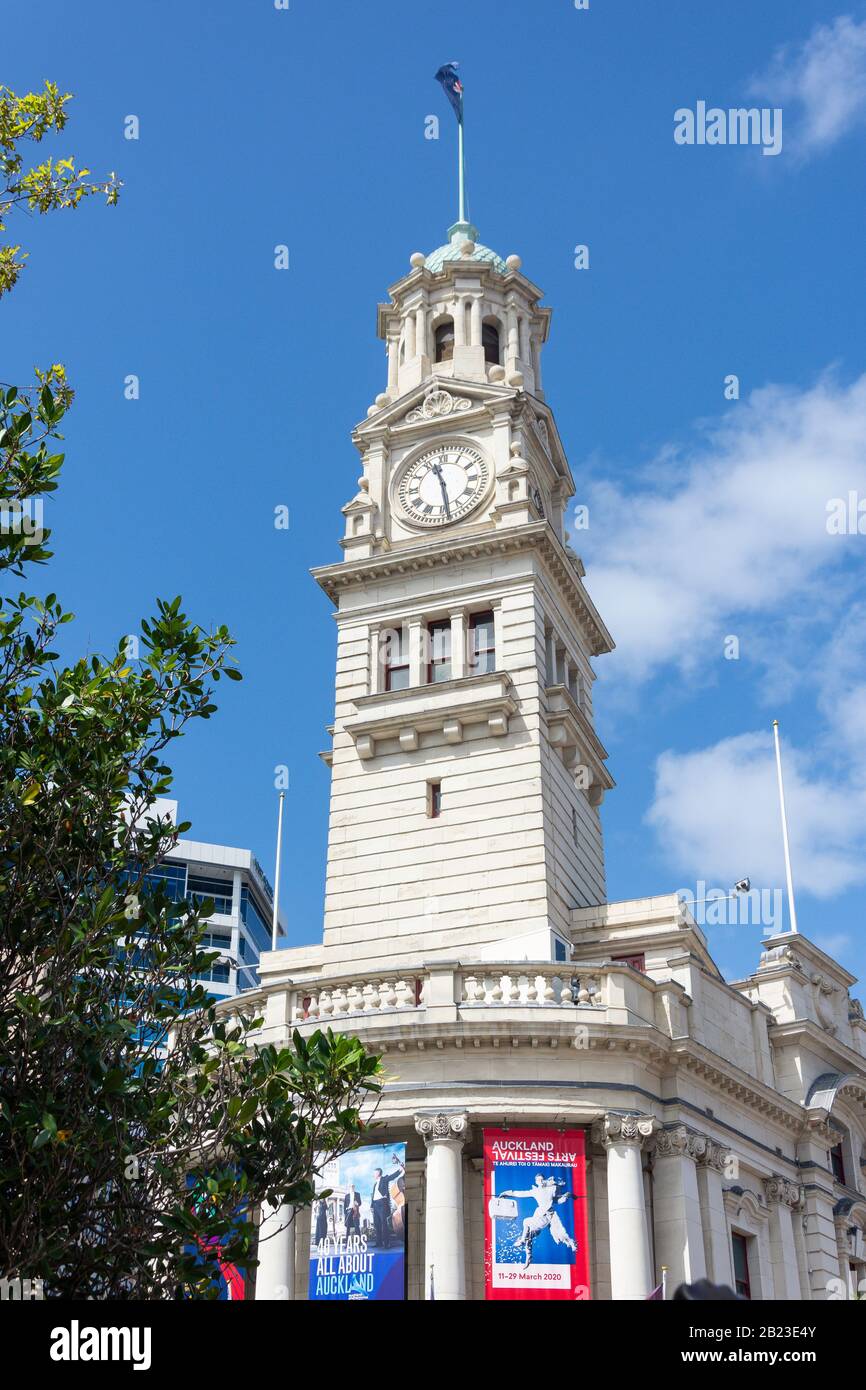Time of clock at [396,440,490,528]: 11:28
